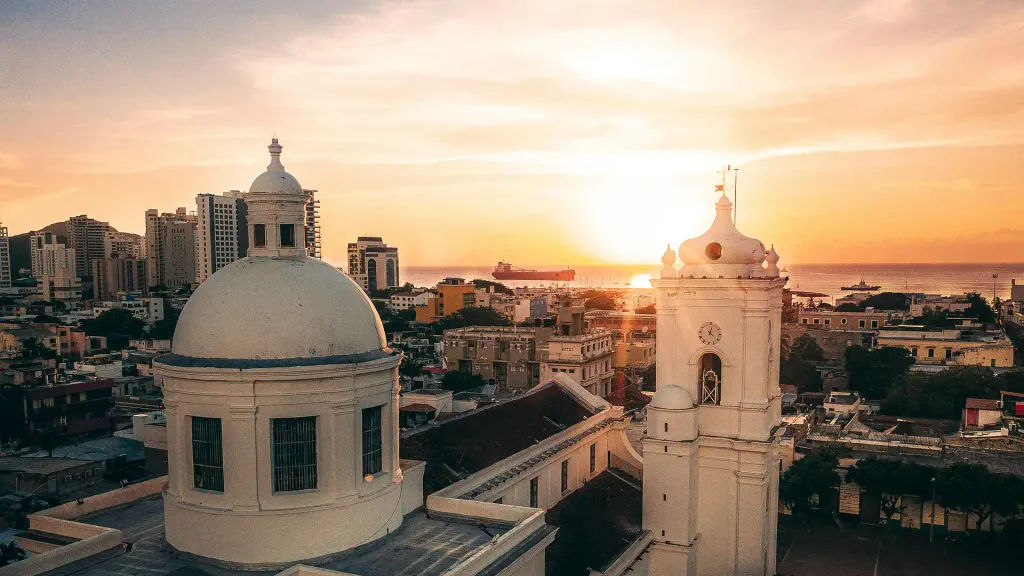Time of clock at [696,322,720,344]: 4:02
